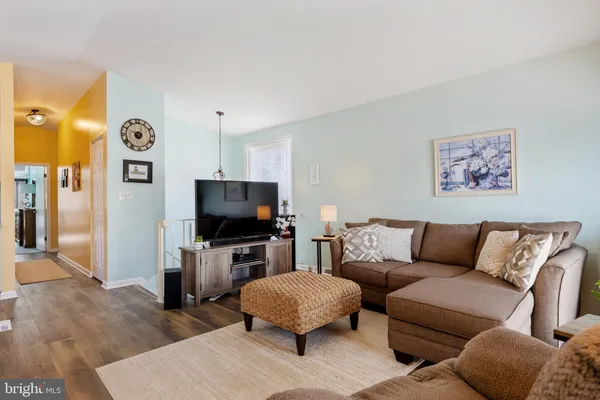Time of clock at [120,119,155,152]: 10:03
